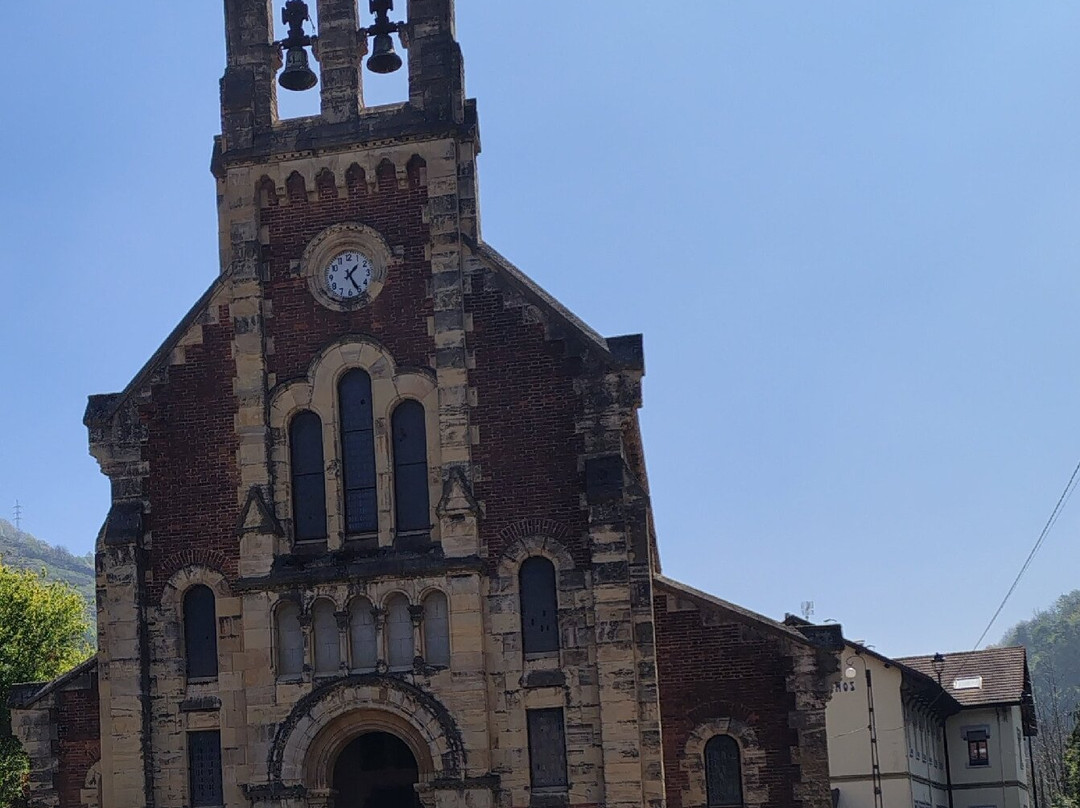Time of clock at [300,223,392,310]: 1:24
